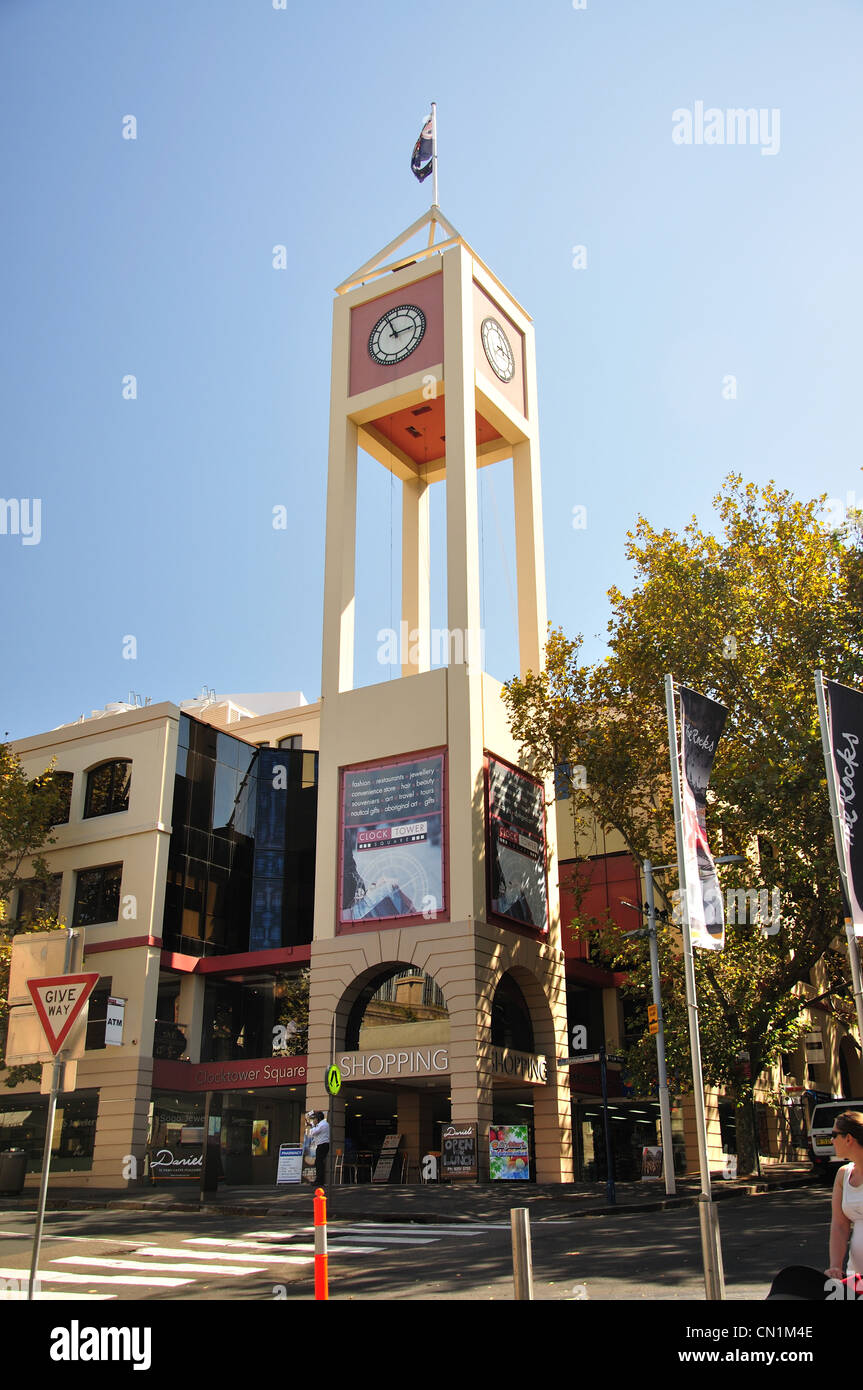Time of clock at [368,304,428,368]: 11:13
